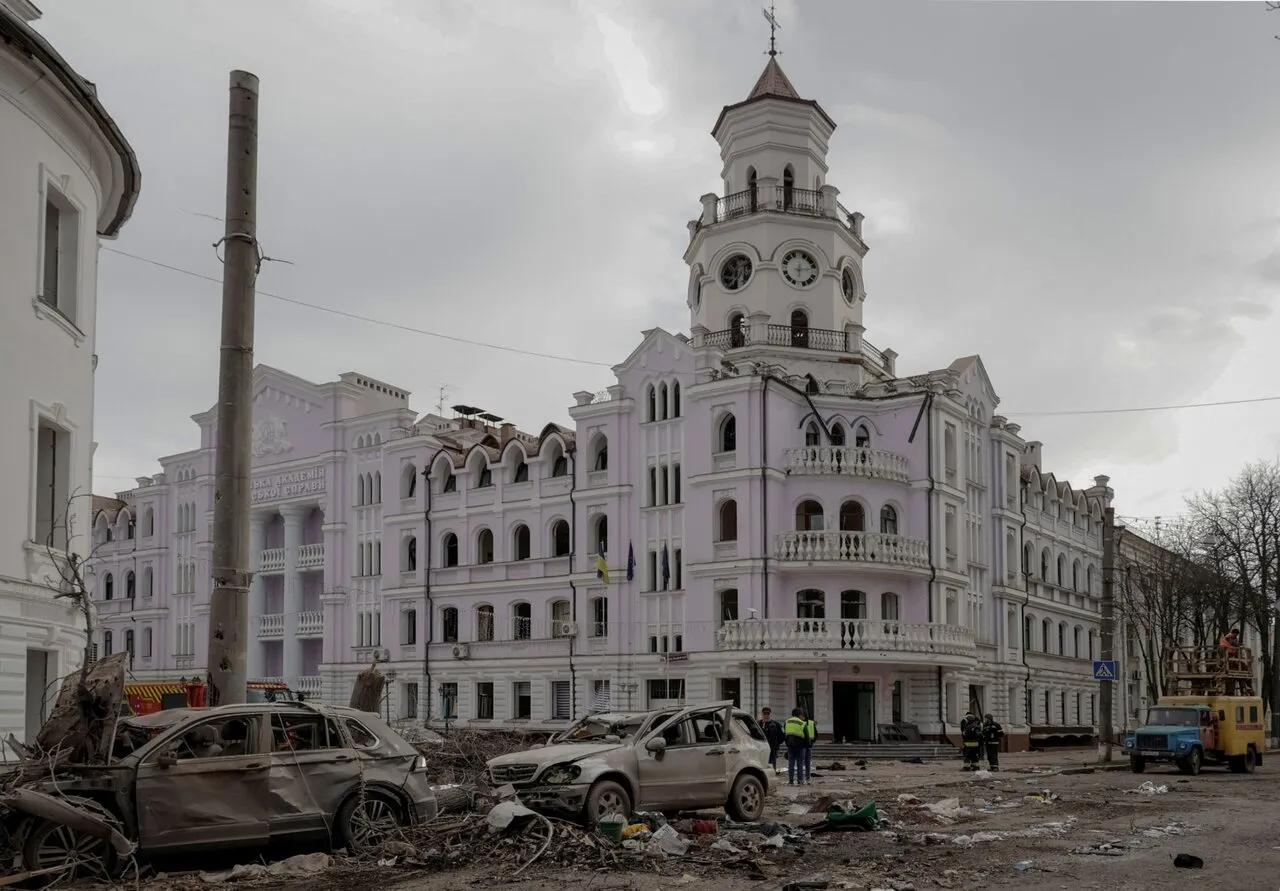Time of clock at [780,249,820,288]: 6:13
